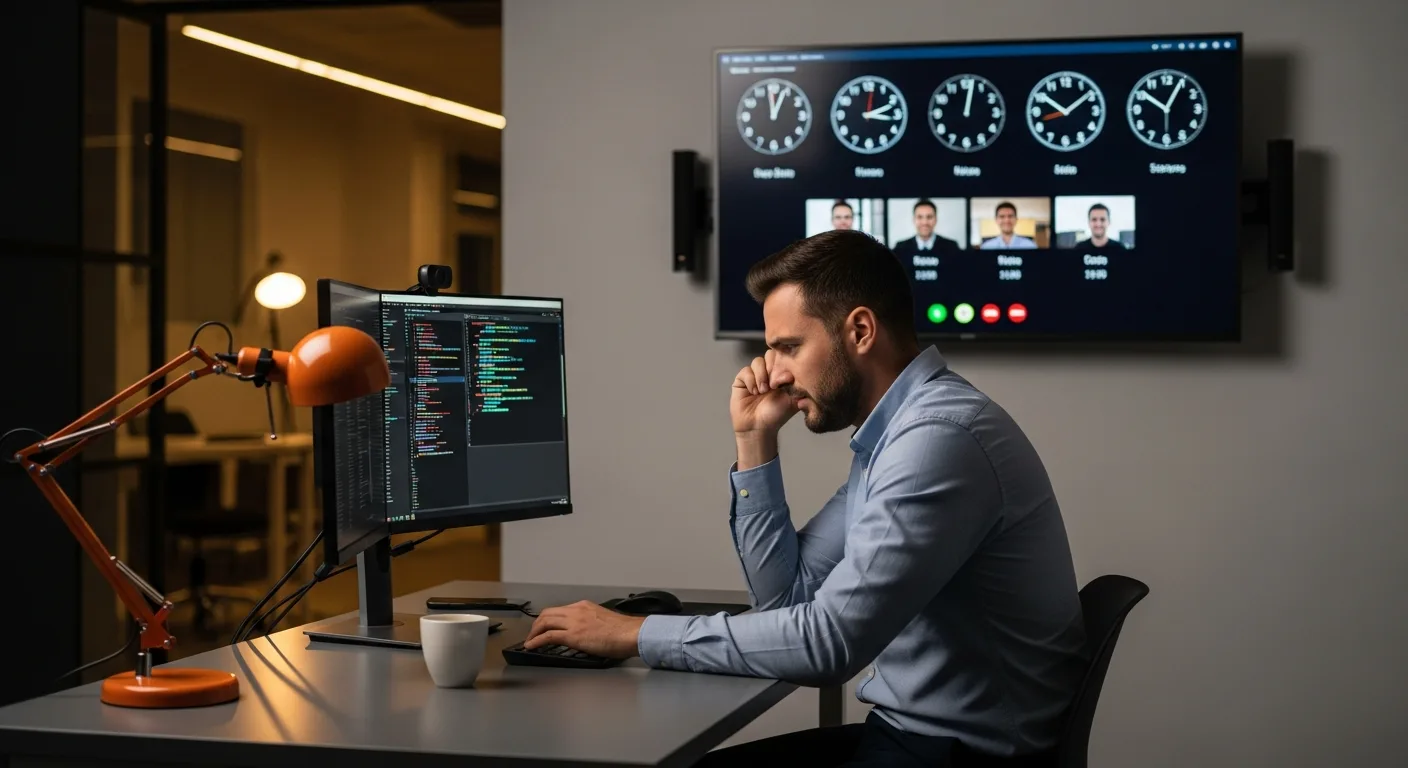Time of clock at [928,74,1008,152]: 12:02
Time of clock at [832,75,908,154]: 3:11
